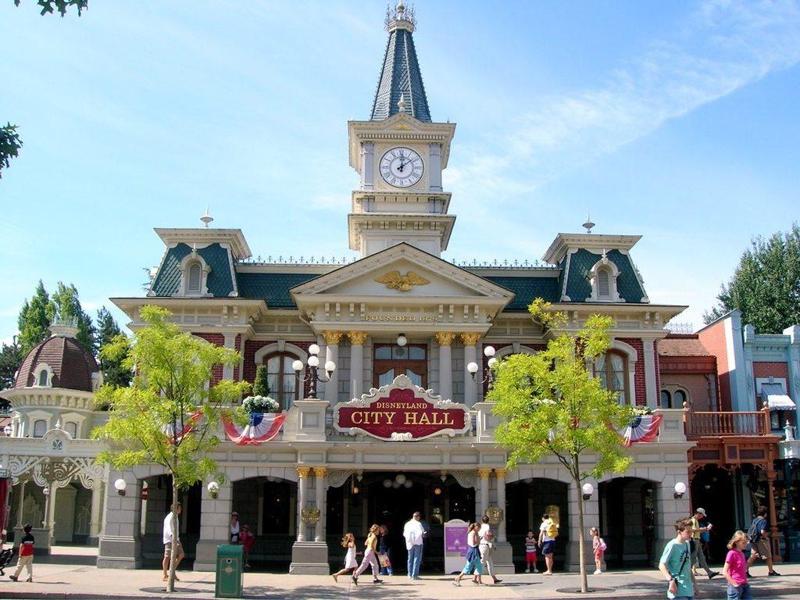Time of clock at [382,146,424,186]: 12:08
